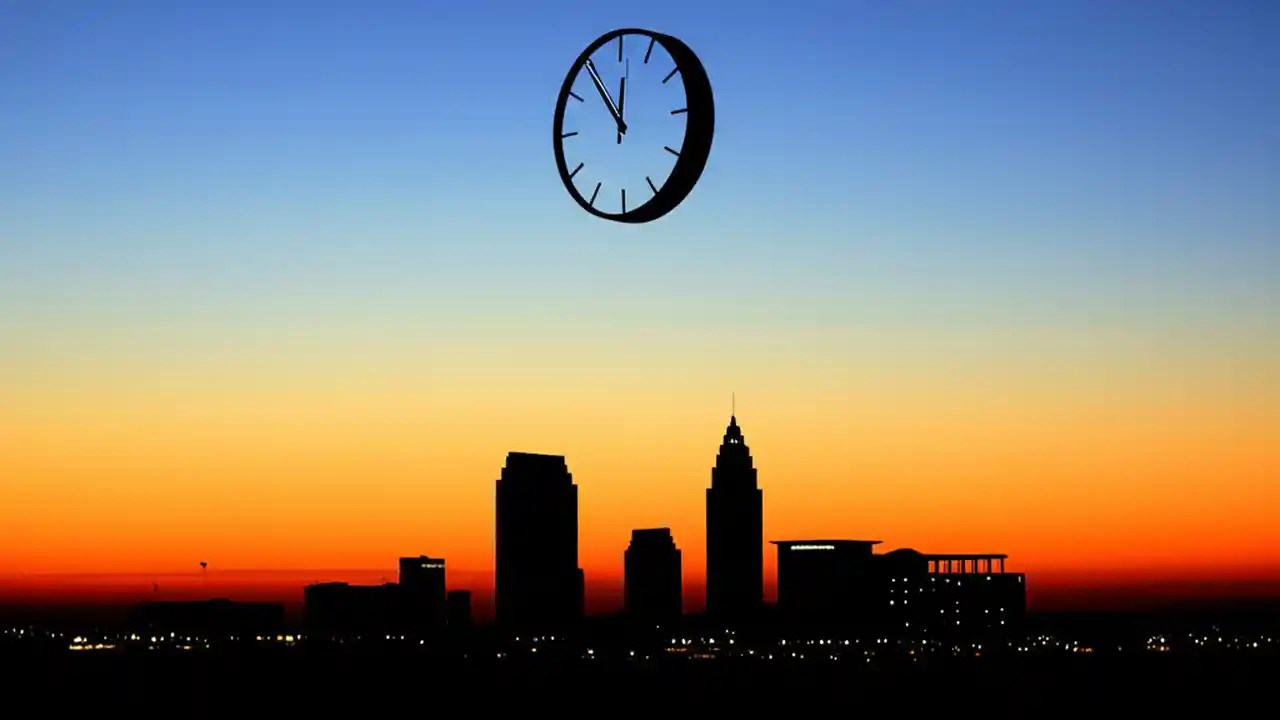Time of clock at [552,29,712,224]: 11:53
